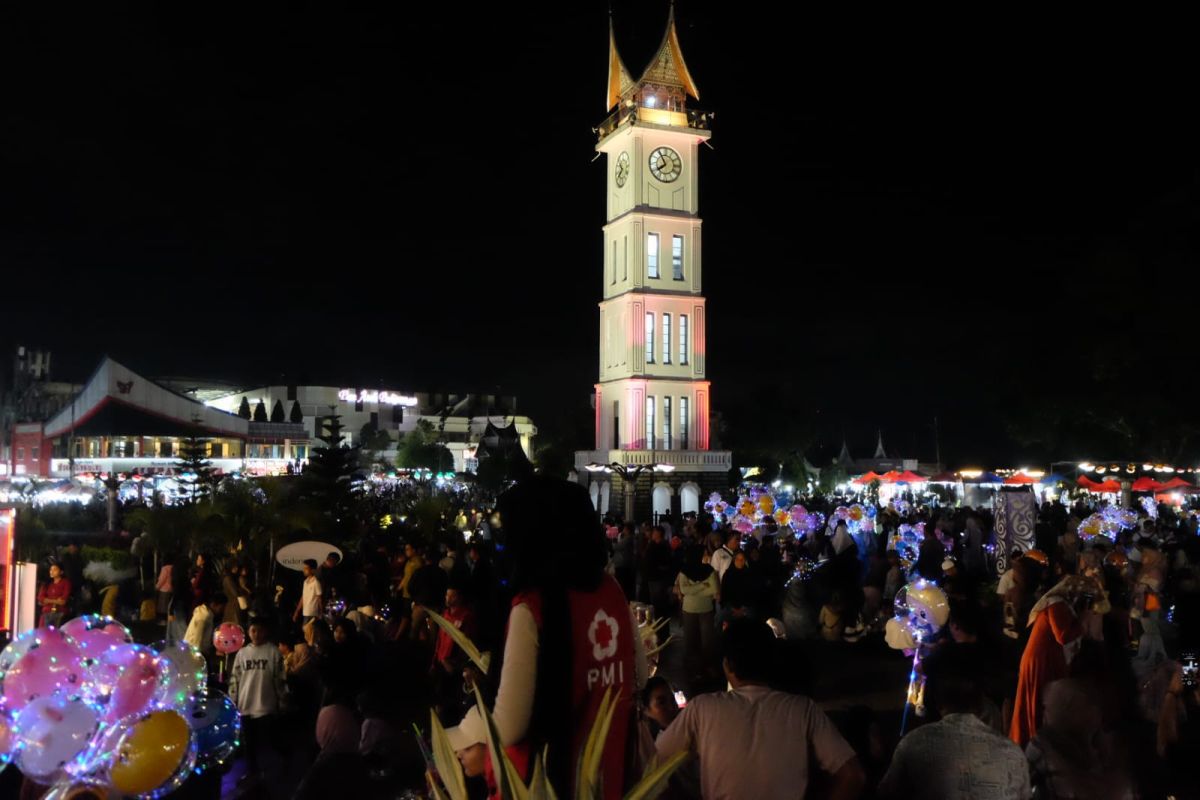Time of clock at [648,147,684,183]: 7:54
